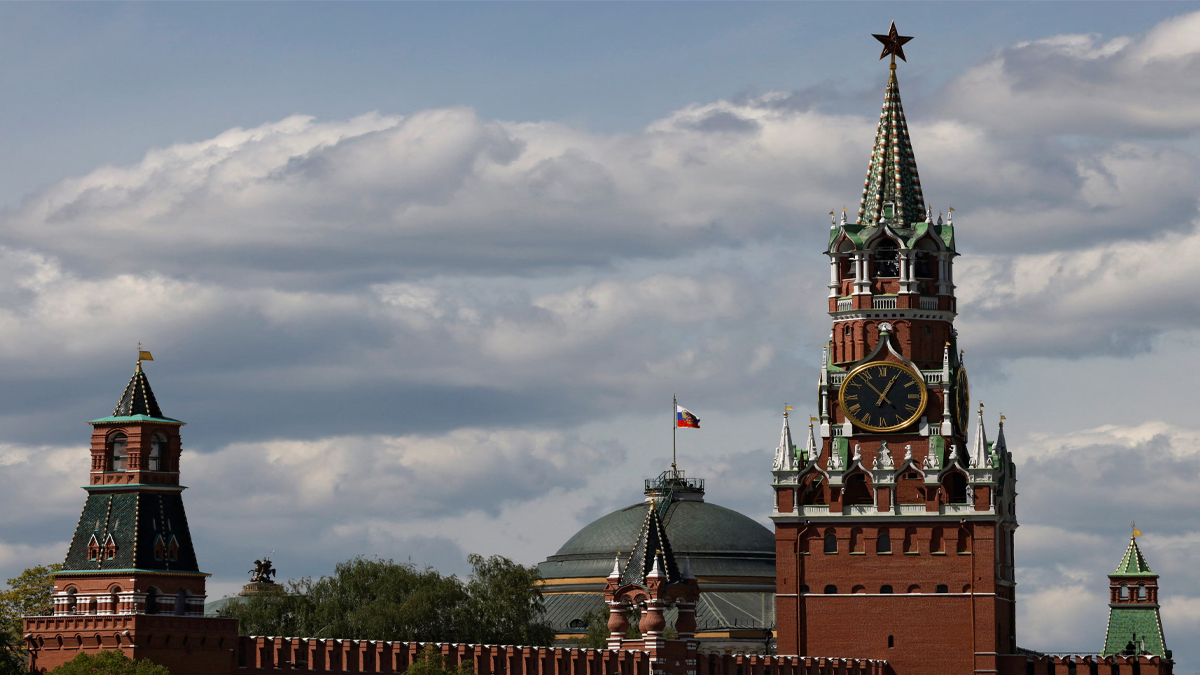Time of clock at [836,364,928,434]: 12:53
